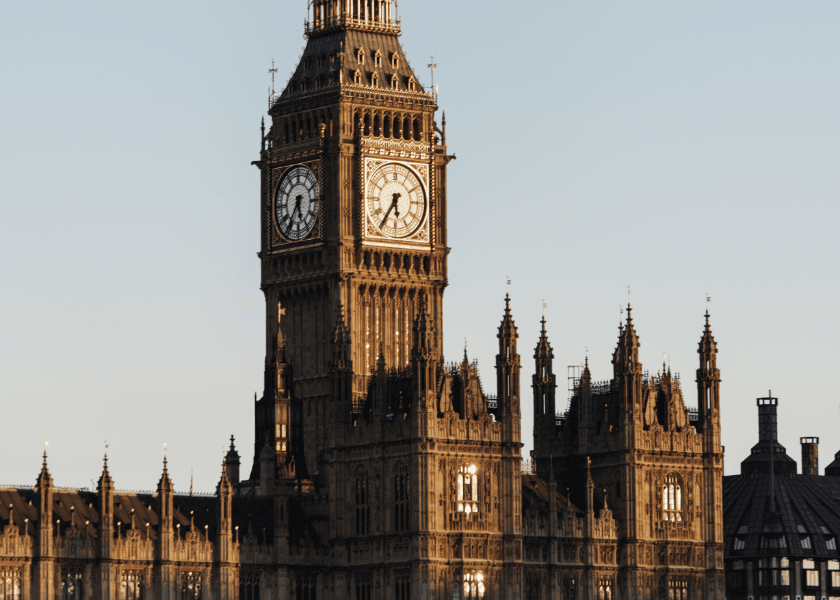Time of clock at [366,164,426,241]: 5:35
